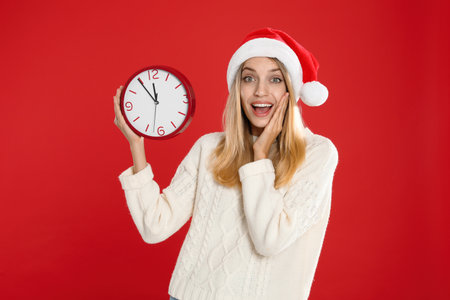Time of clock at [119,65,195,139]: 11:54
